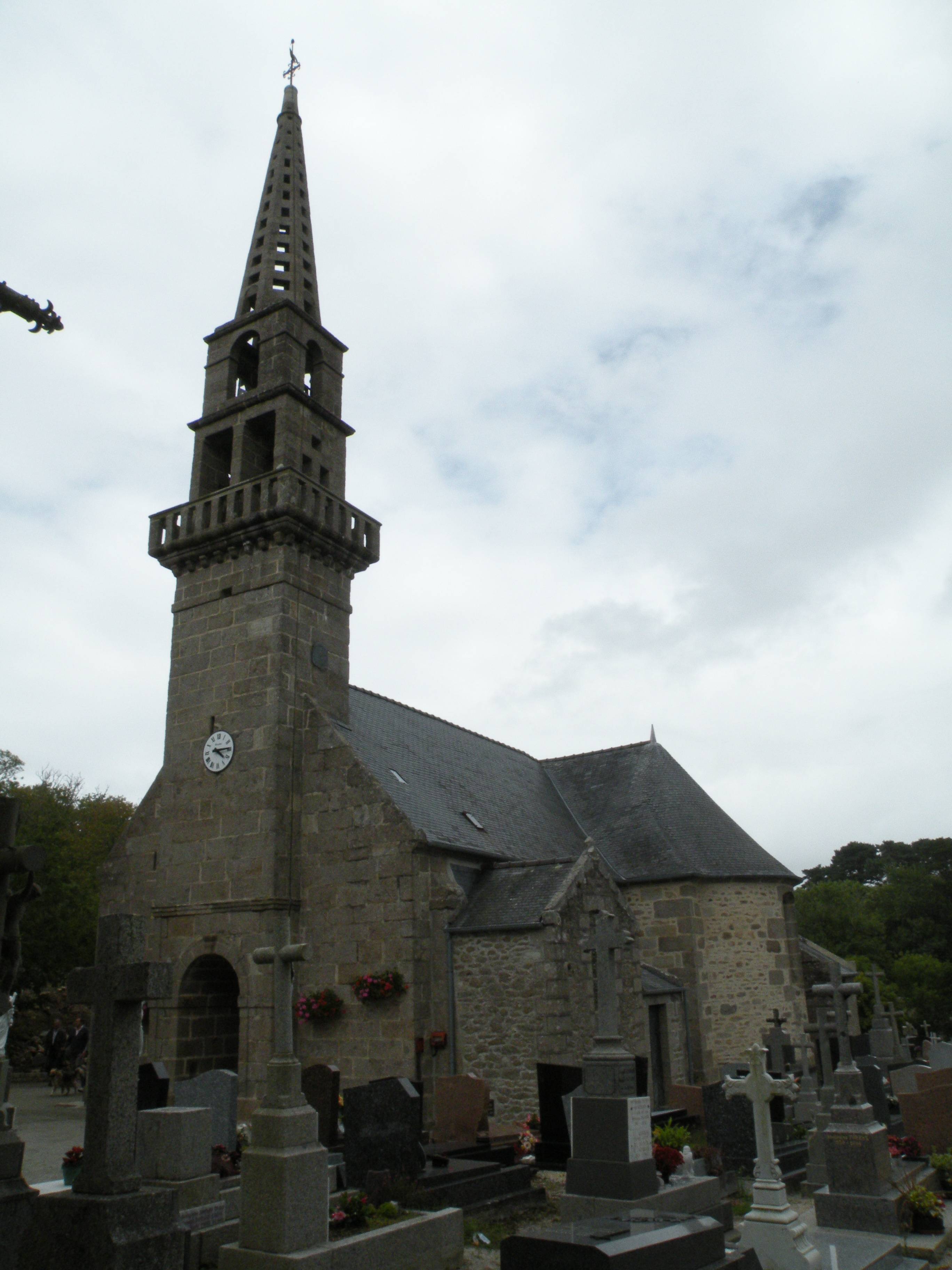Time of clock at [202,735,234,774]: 4:14
